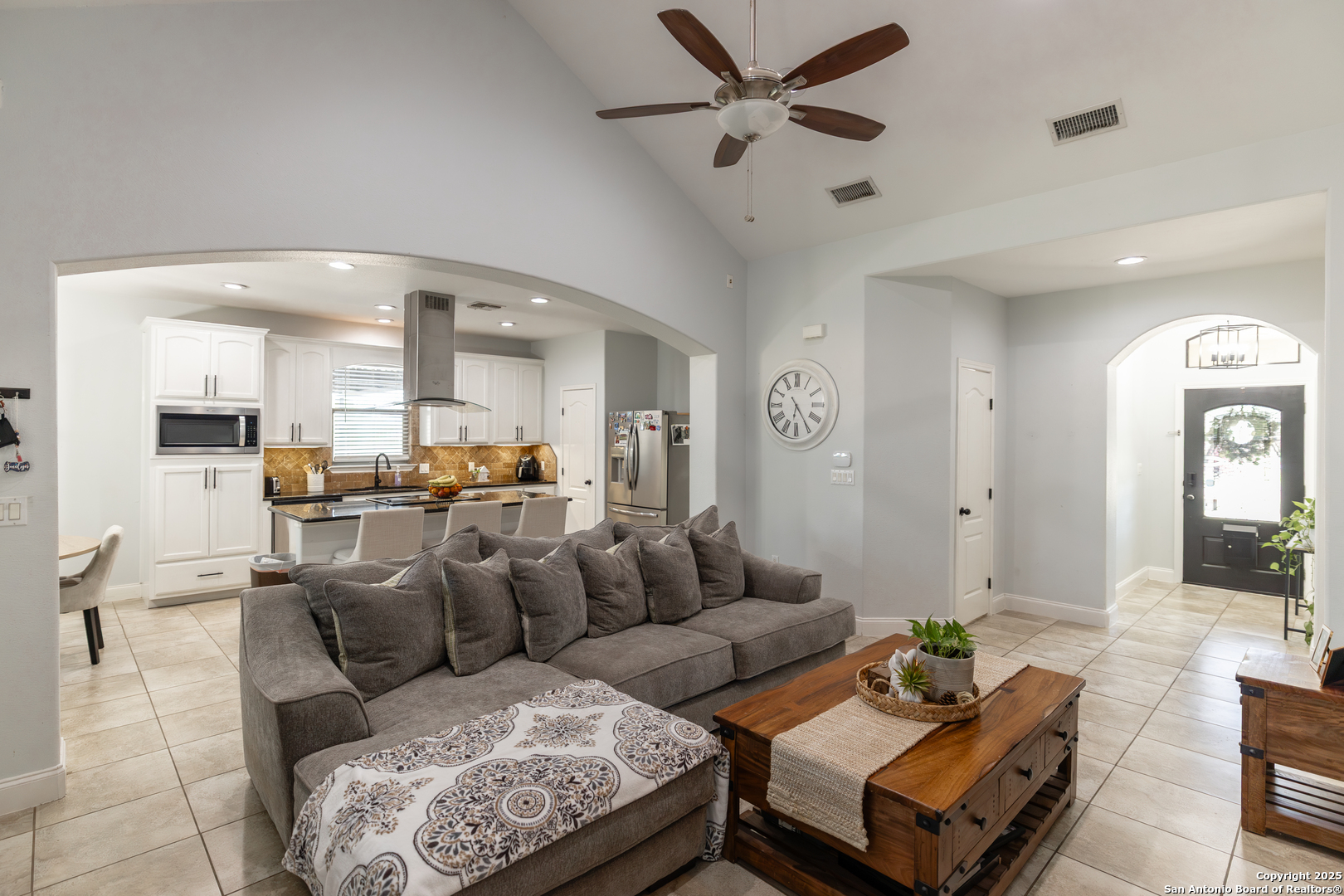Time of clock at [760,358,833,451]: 6:24
